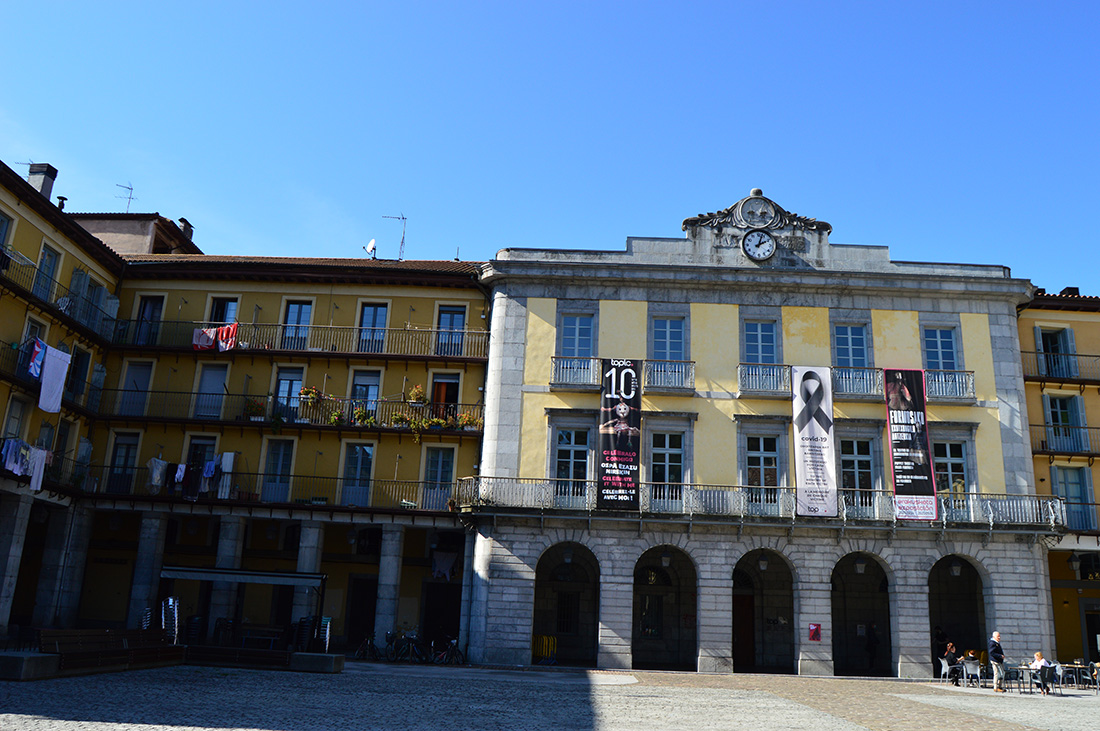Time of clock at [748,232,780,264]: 2:03
